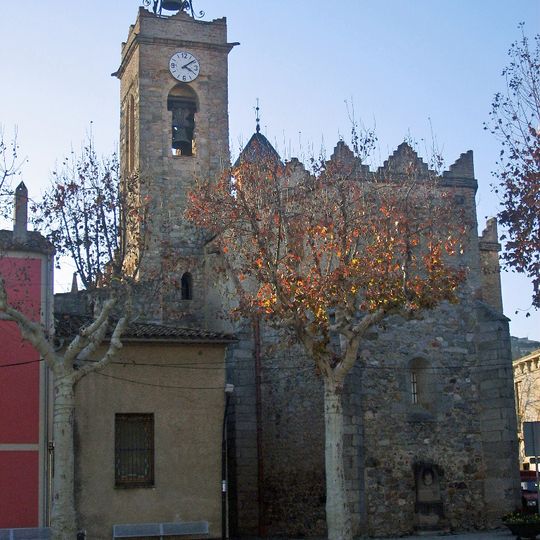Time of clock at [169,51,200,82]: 4:08
